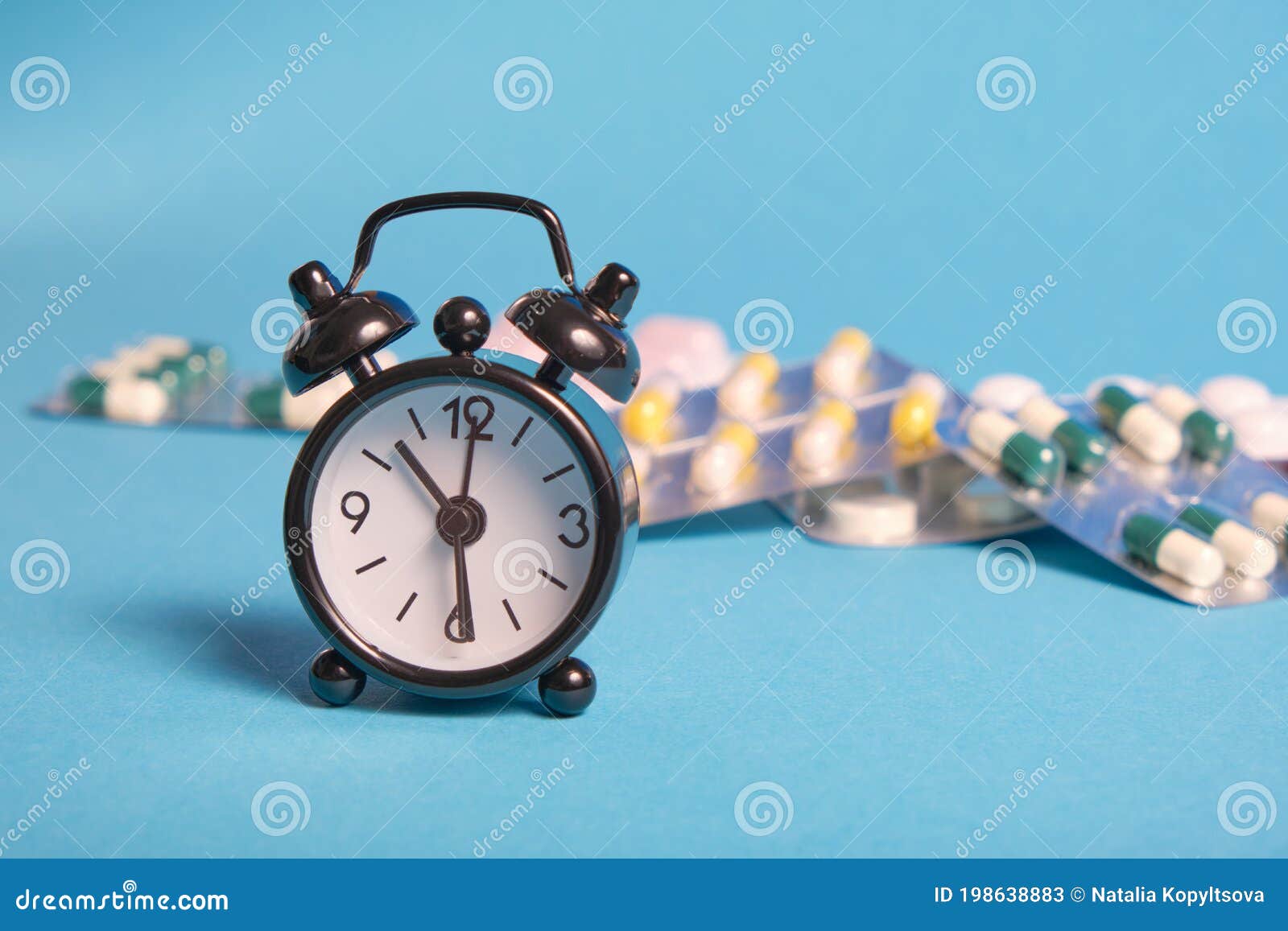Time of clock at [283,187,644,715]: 10:28
